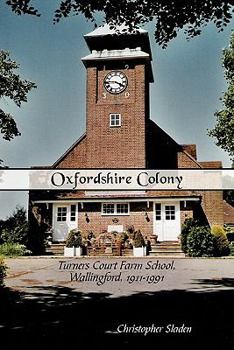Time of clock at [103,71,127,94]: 3:45
